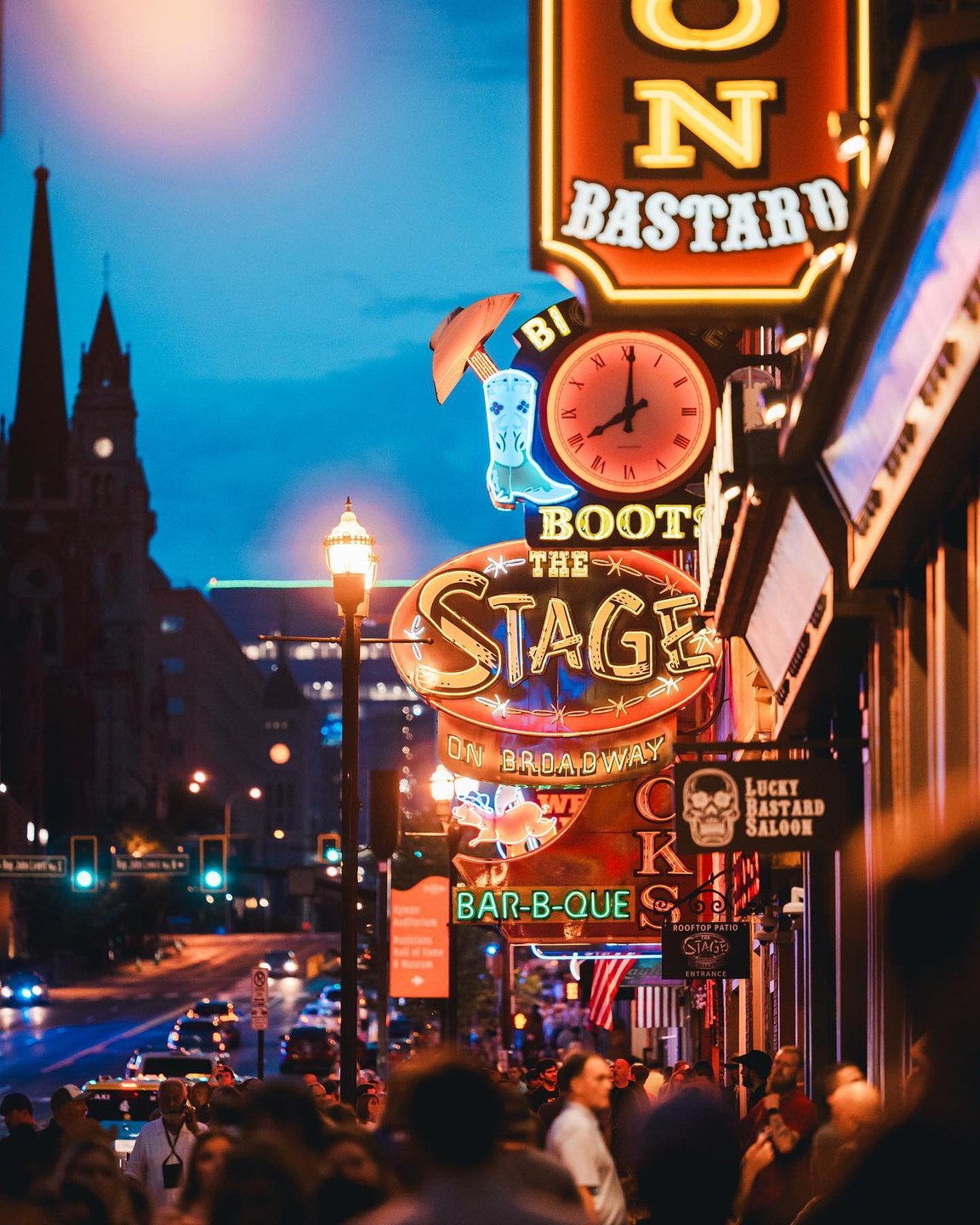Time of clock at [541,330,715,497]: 8:00
